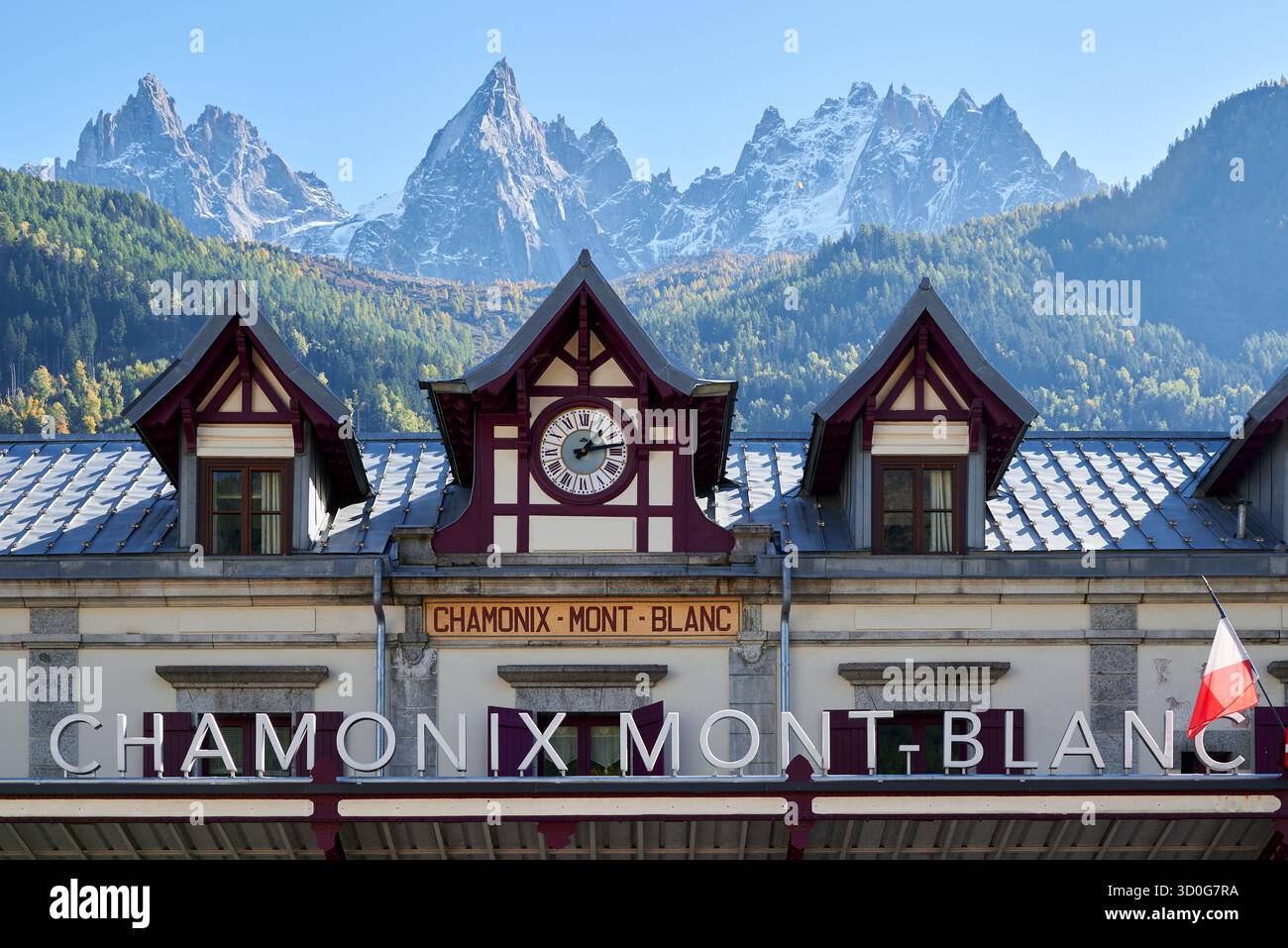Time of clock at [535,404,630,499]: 1:13
